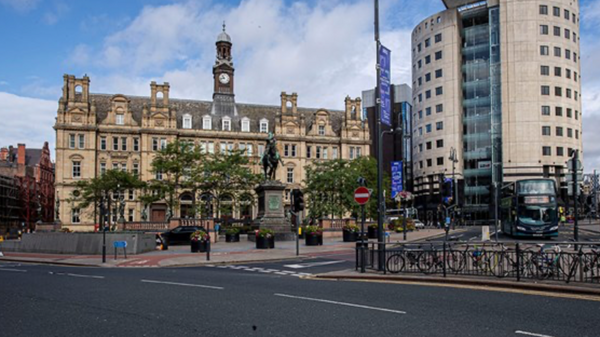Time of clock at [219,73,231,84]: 10:42
